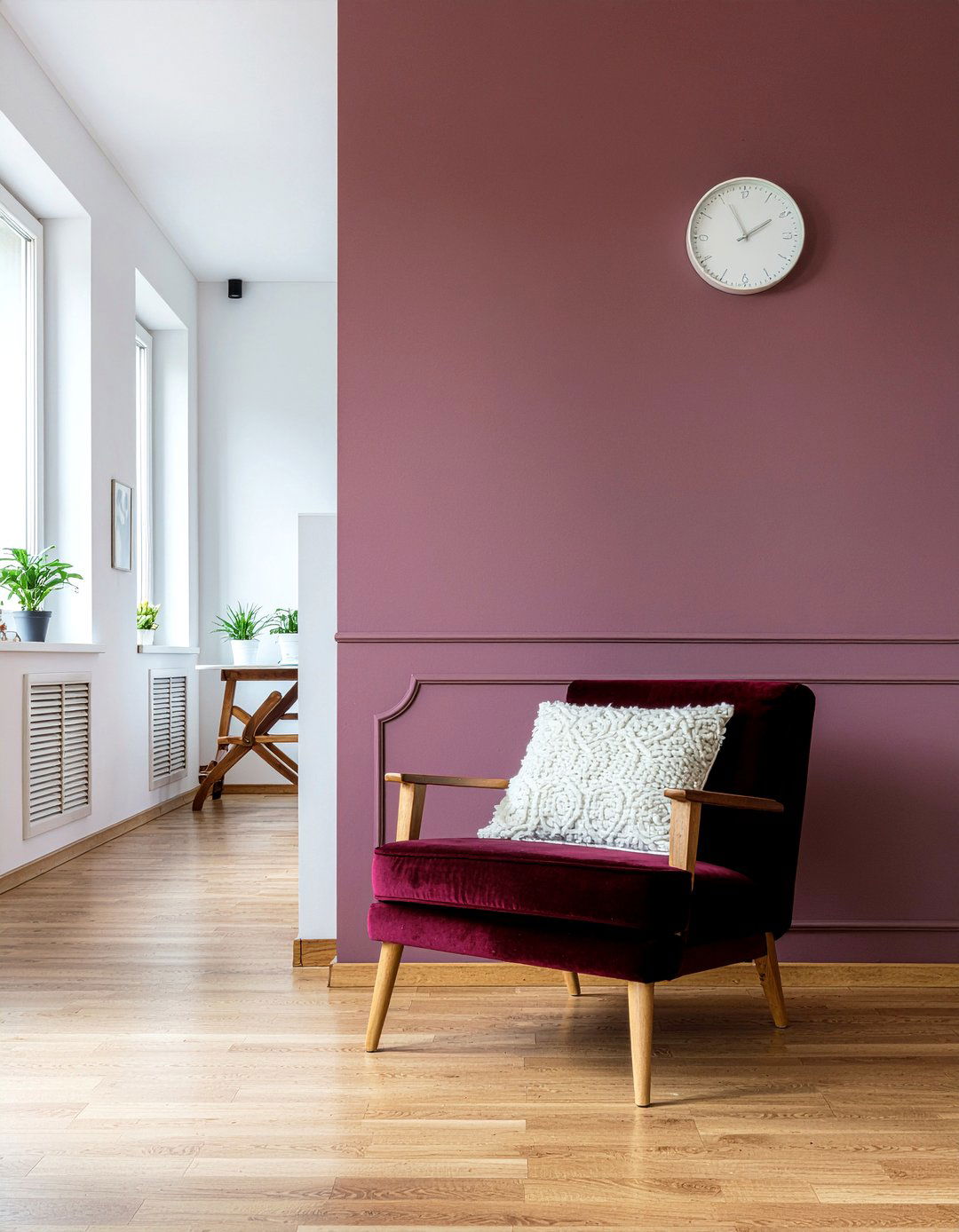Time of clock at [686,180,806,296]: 1:55
